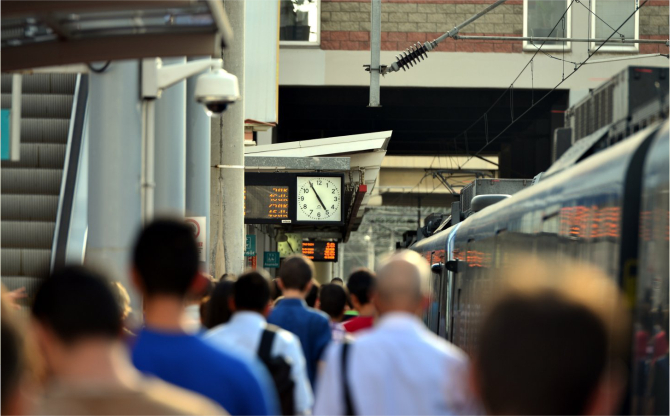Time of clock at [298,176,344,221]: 4:54
